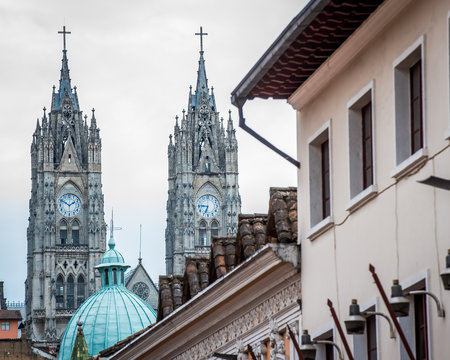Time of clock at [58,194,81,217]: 1:50
